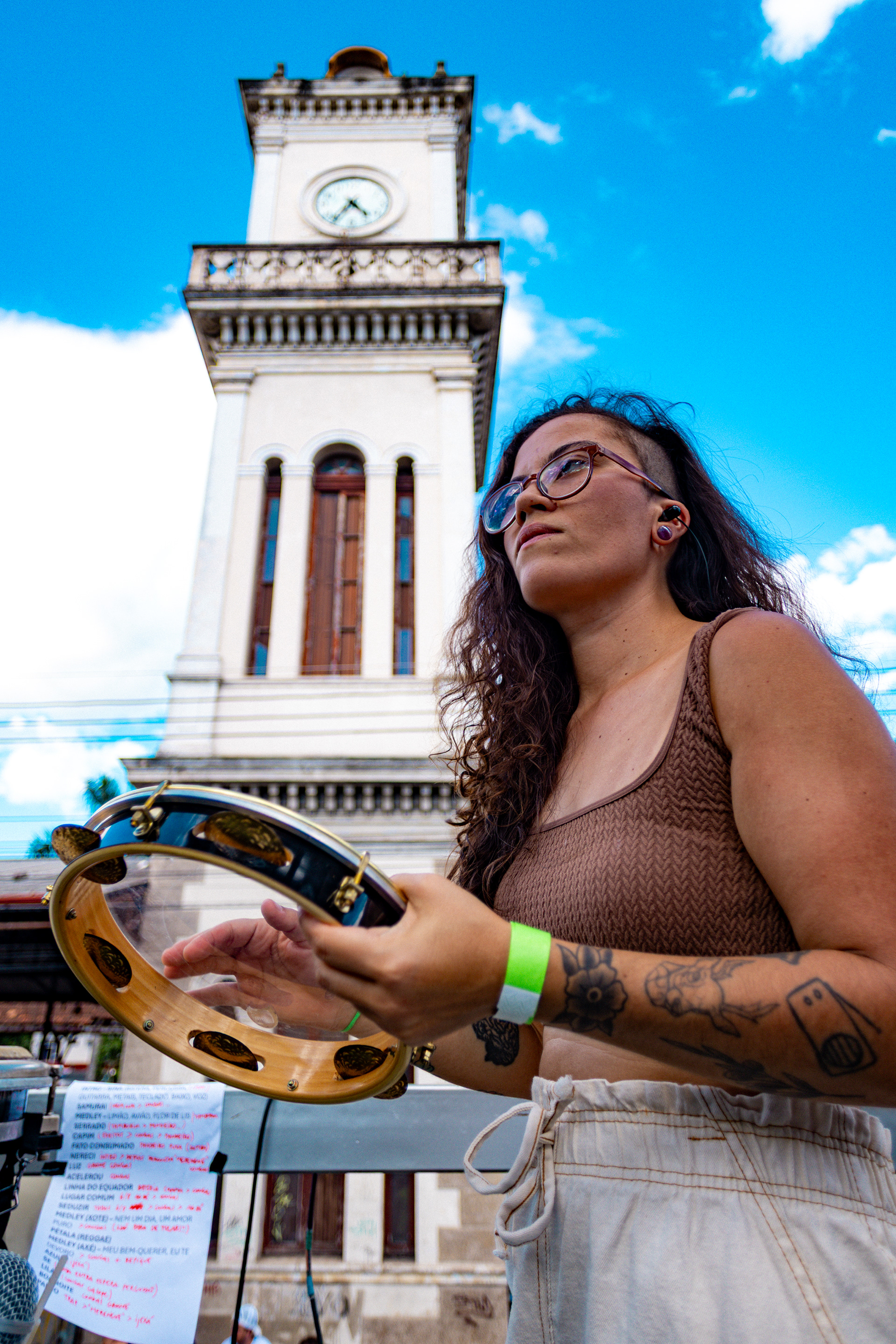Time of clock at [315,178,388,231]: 4:36
